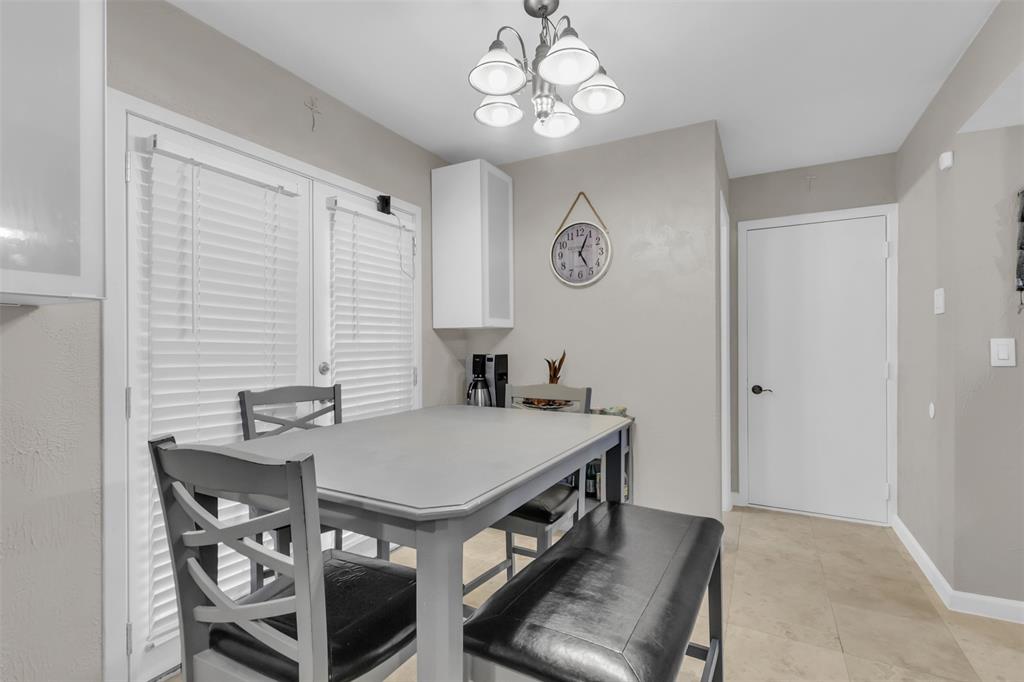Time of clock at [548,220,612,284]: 5:04
